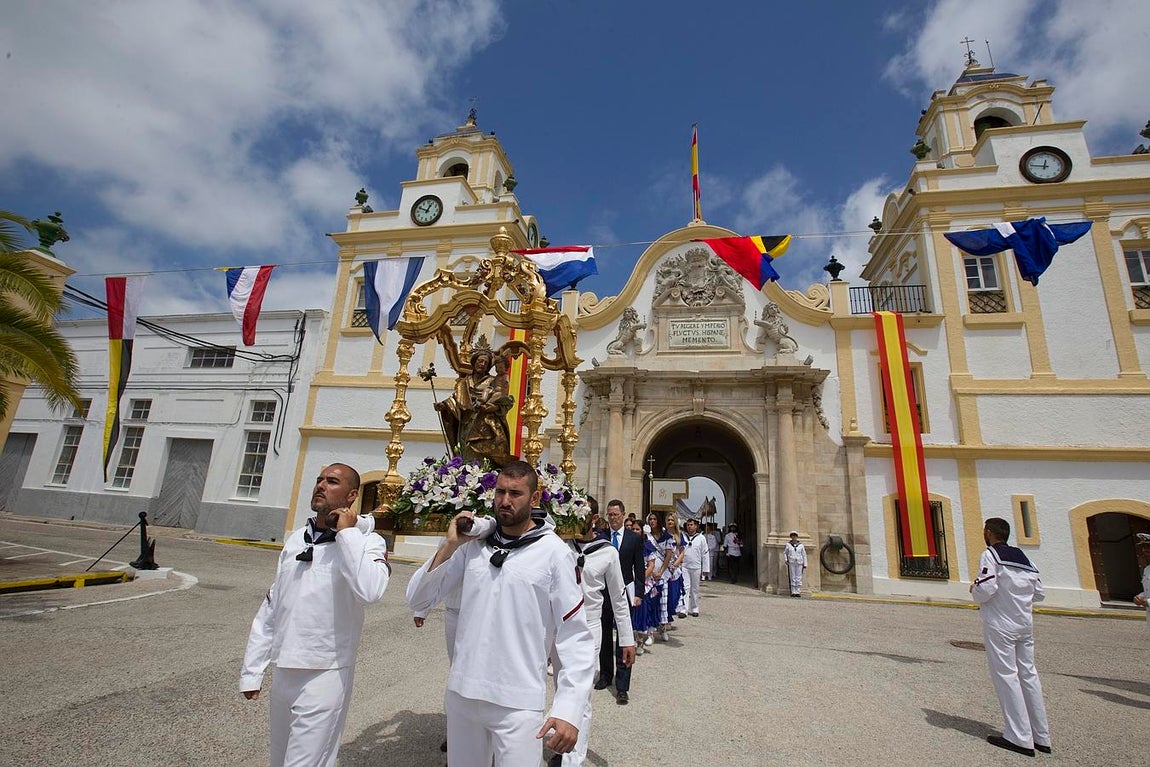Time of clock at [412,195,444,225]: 12:49
